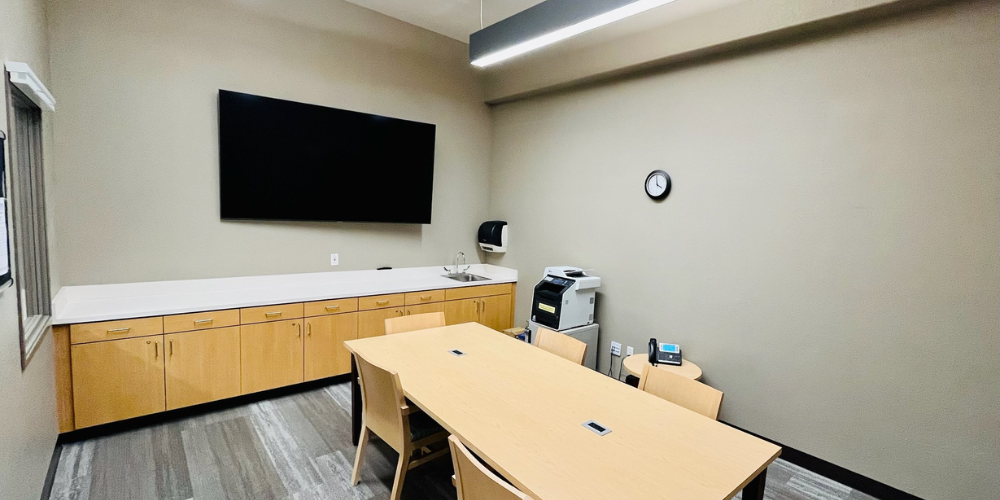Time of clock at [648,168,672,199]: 3:58
